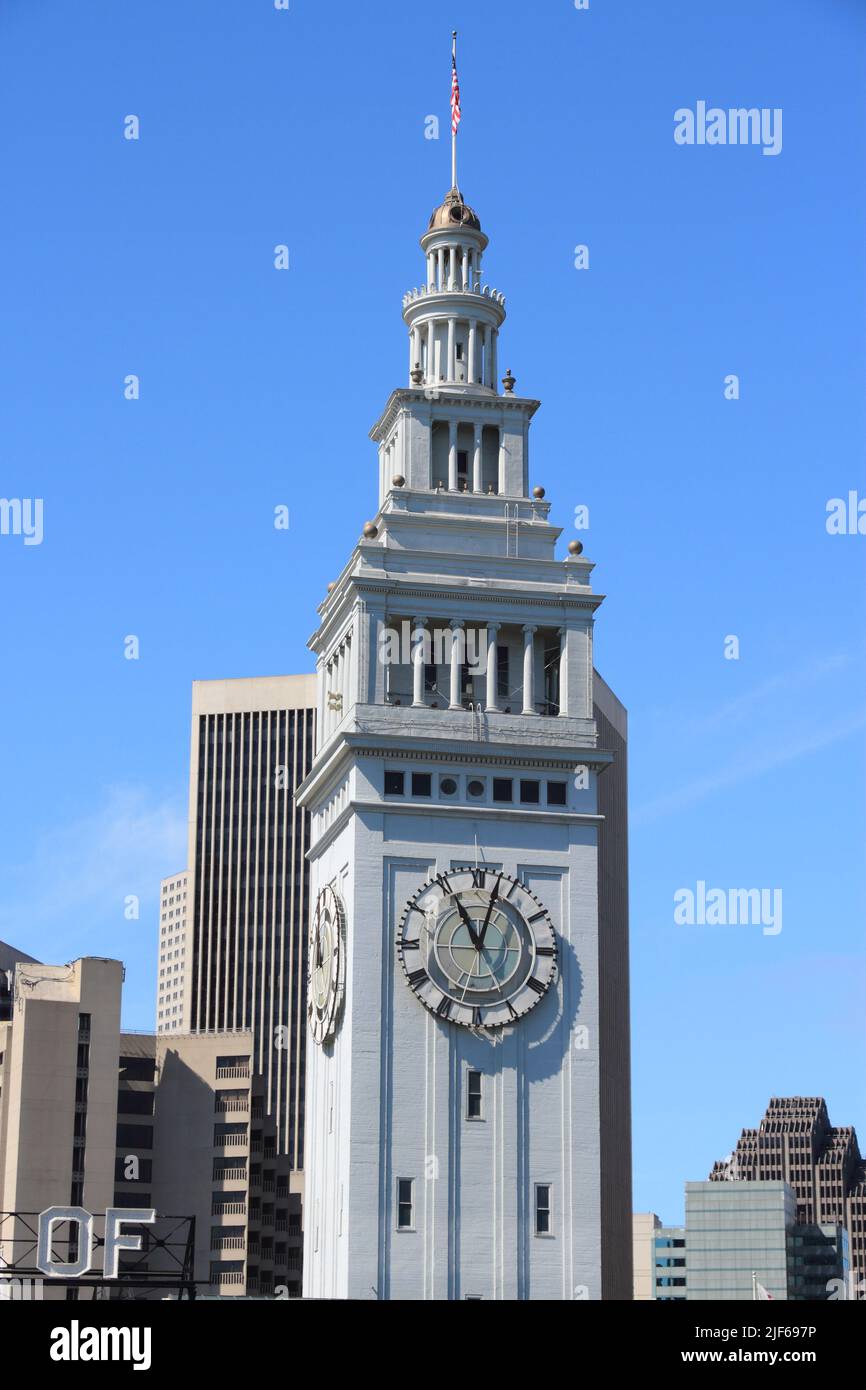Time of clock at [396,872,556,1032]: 11:02
